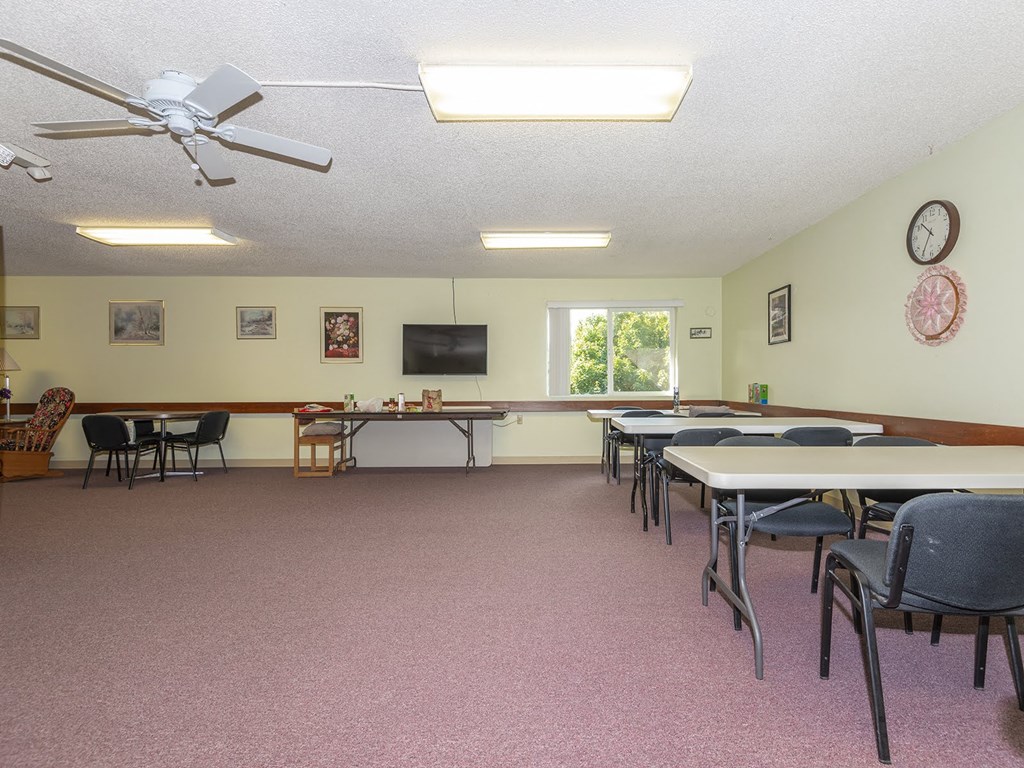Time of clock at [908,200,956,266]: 10:35
